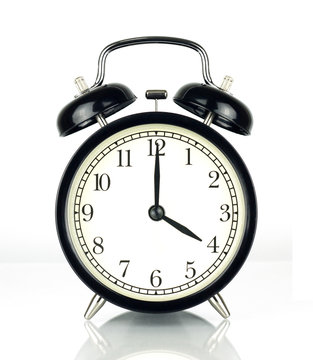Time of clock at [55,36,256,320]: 4:00
